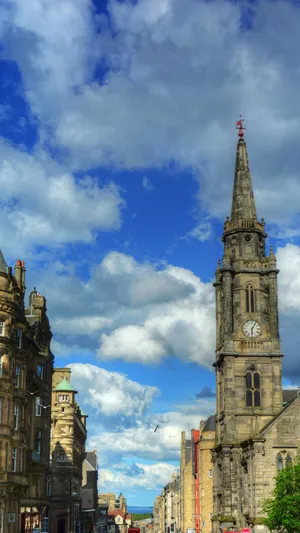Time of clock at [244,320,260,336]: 6:05
